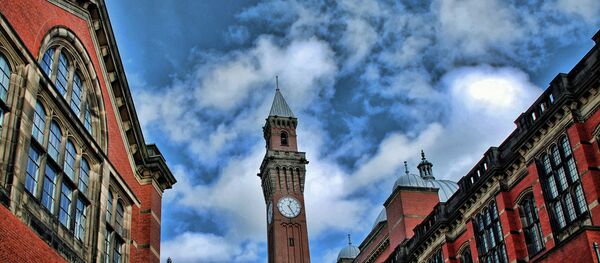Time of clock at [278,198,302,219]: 12:24
